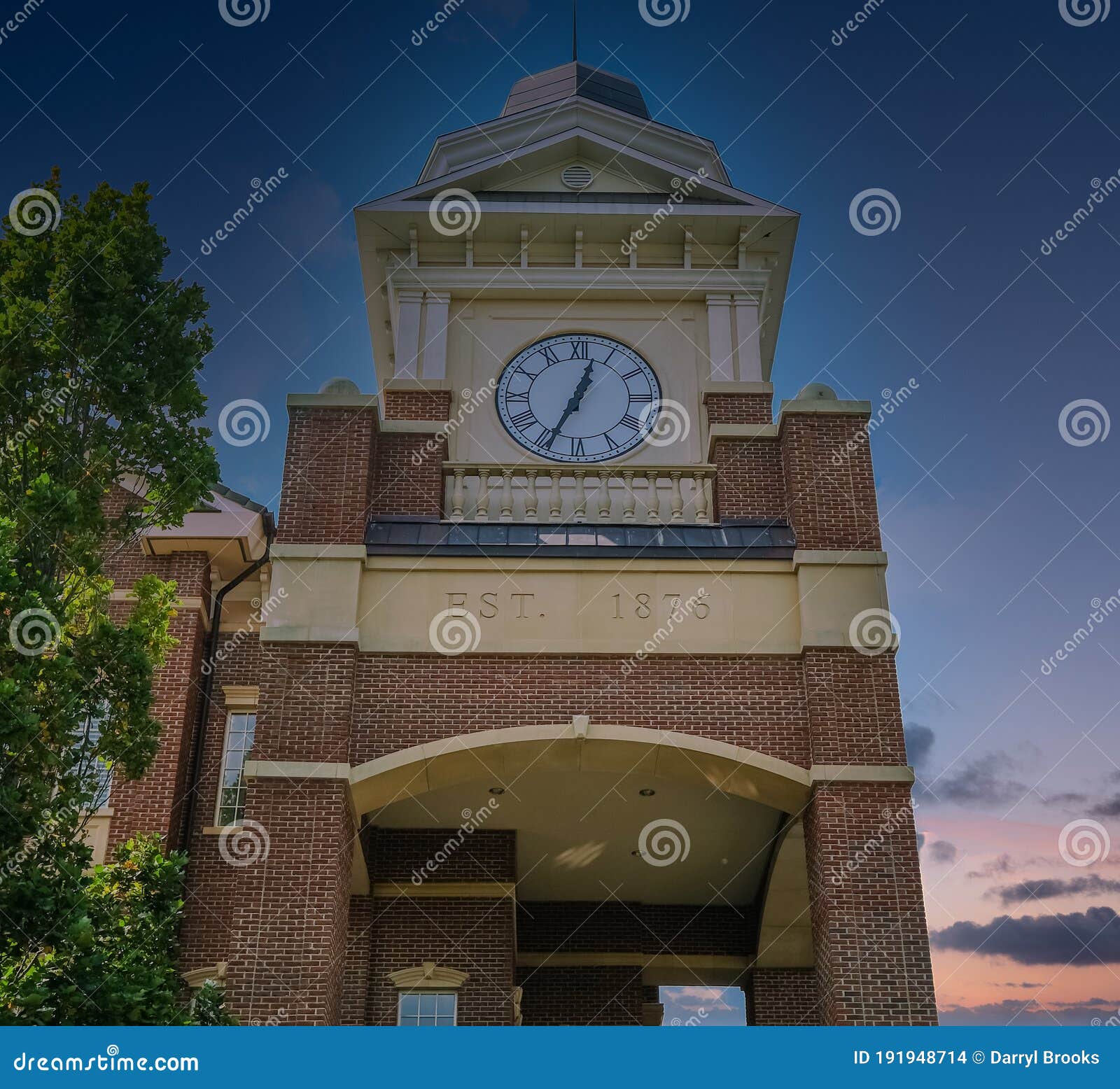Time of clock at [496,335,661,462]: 12:34
